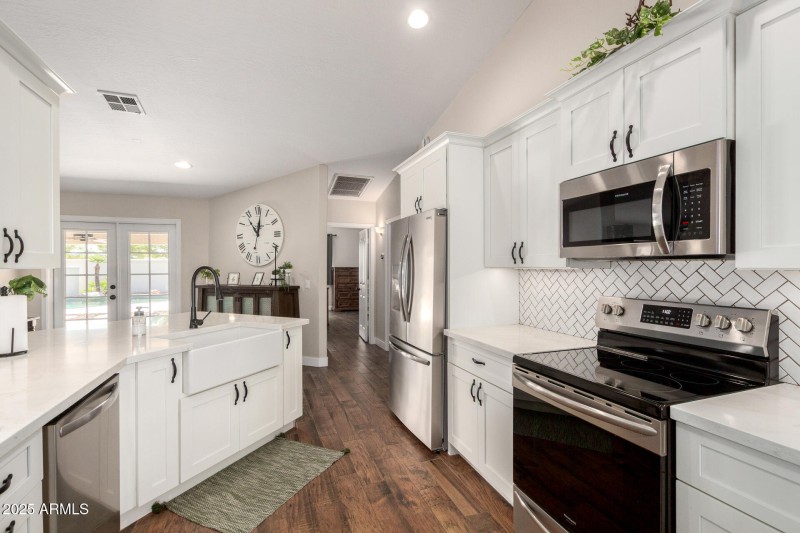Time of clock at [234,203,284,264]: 11:01
